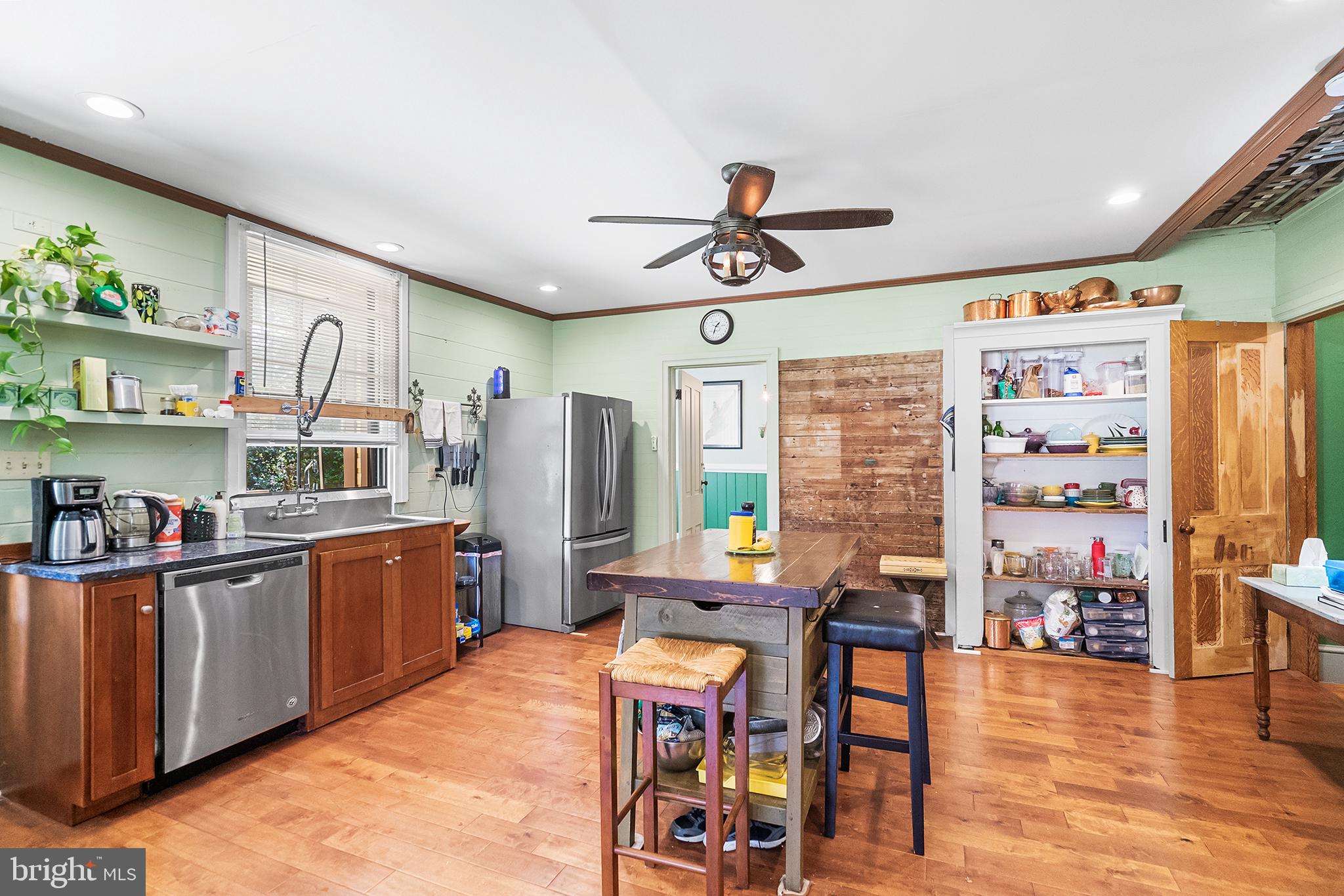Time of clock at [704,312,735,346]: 1:32
